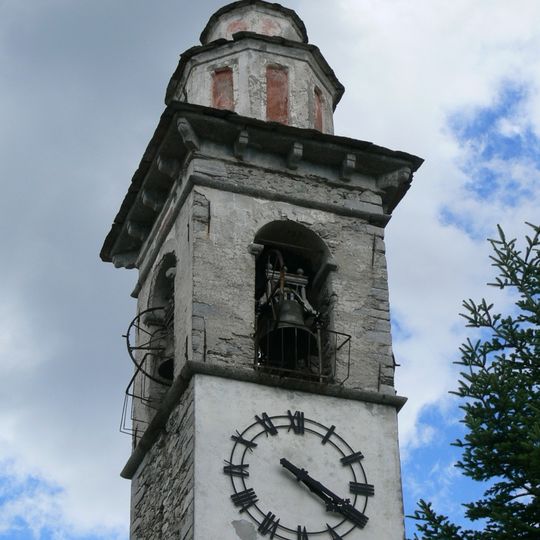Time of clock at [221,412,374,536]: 4:20
